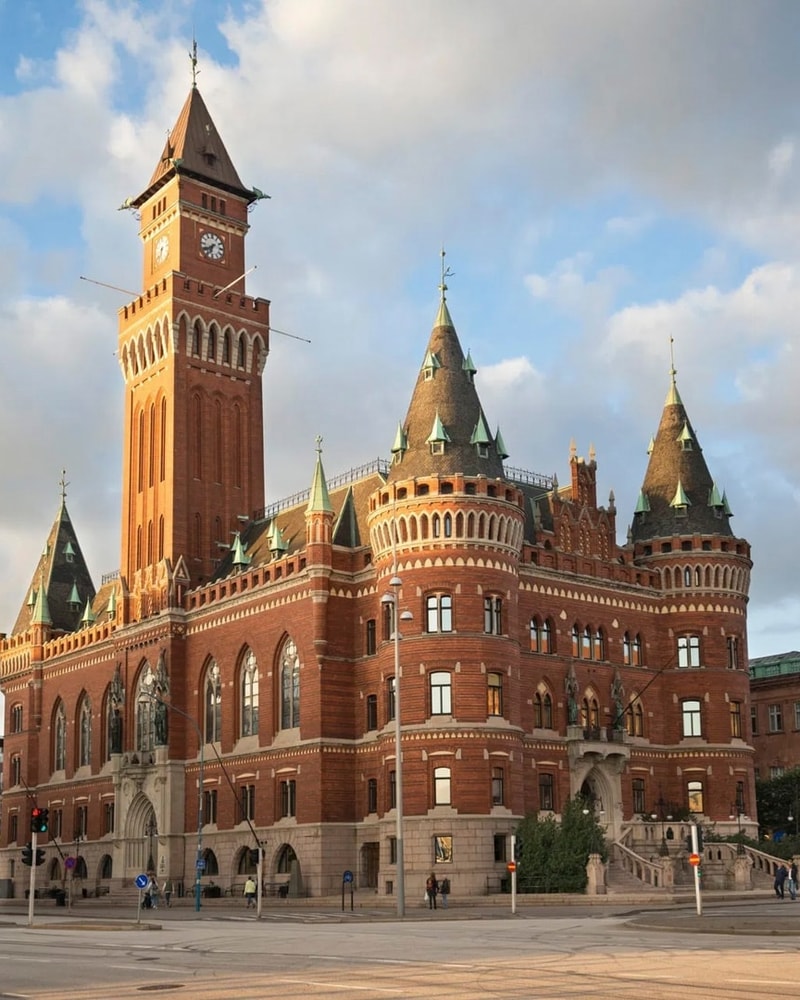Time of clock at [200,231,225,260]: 6:38
